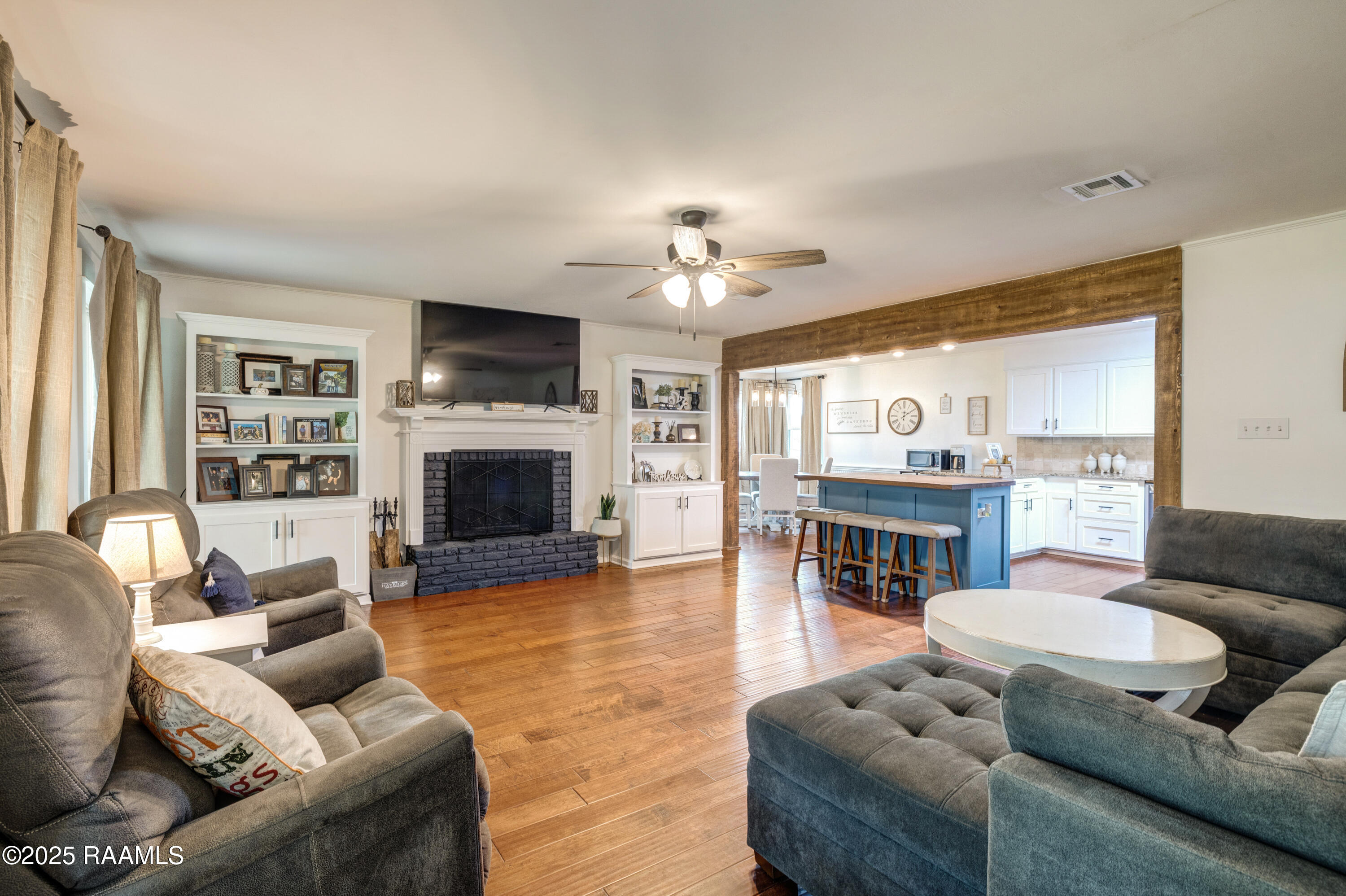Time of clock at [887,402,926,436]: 12:09
